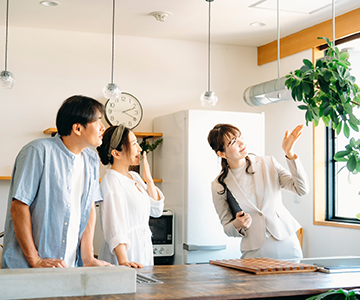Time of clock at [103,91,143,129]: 2:19
